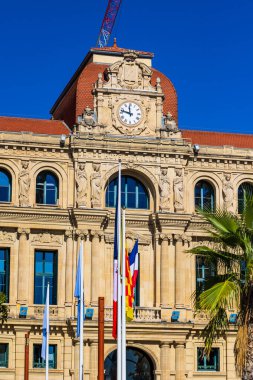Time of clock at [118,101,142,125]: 11:47
